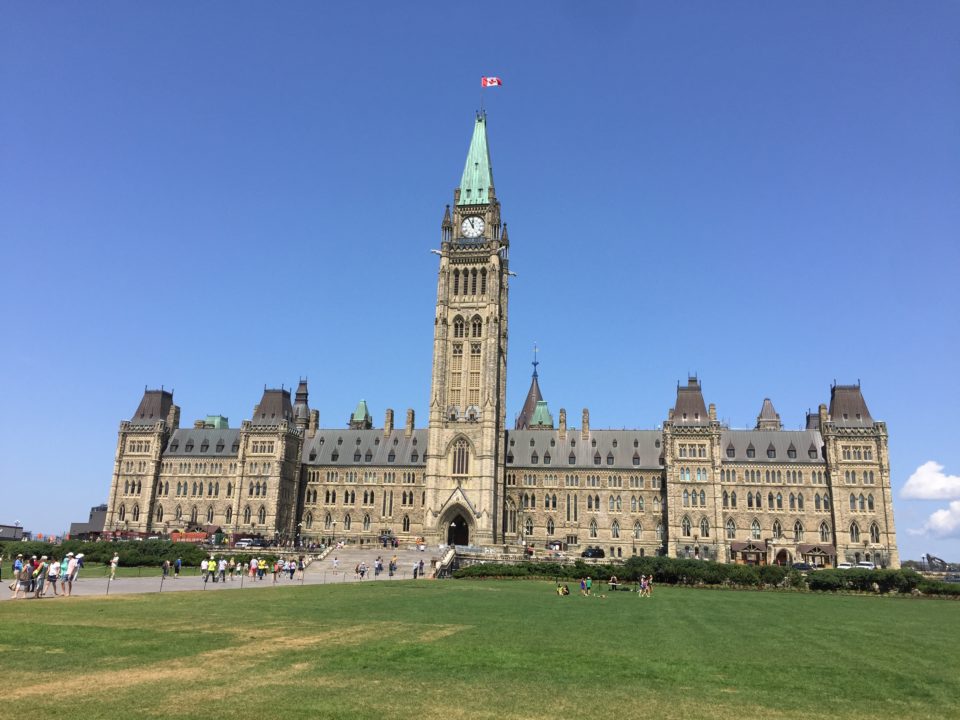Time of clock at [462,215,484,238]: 11:55
